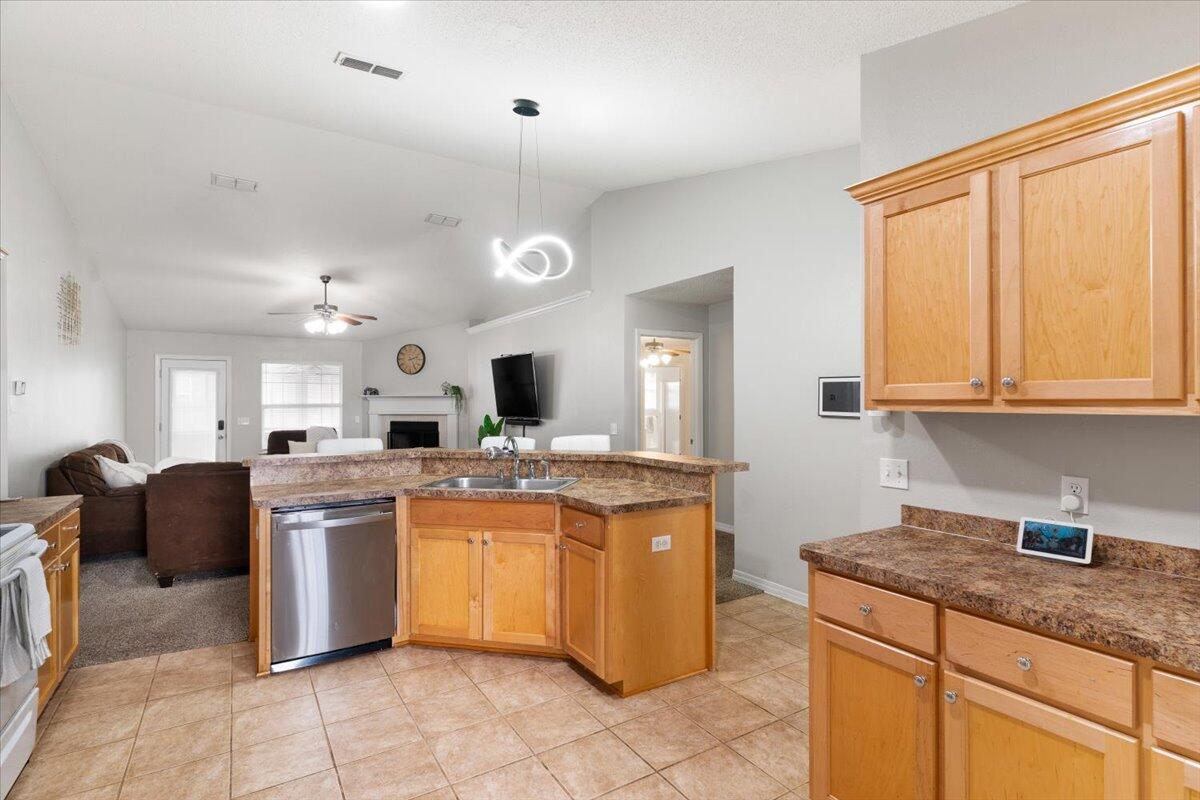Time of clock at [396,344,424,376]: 2:25
